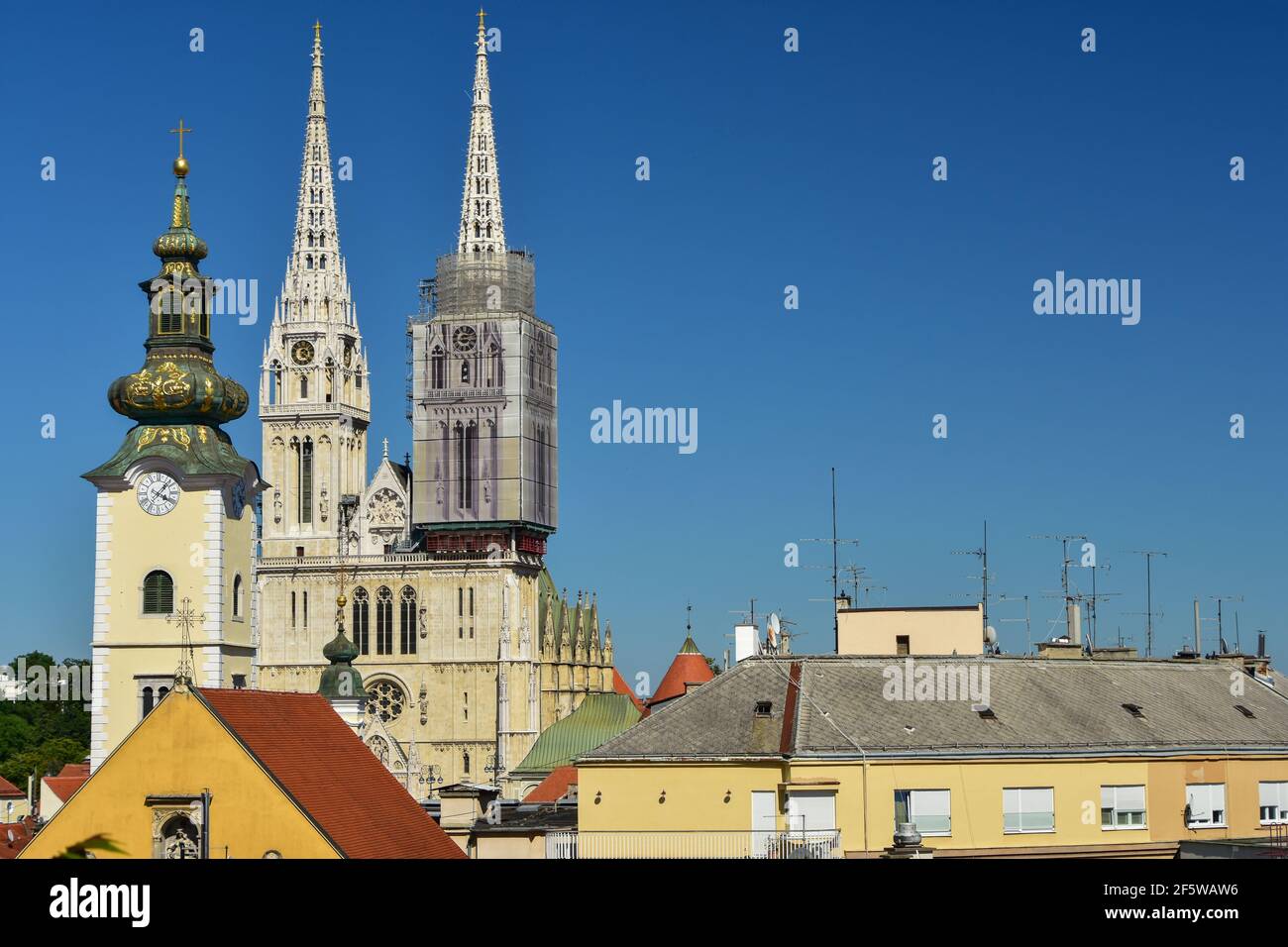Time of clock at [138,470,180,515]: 4:07
